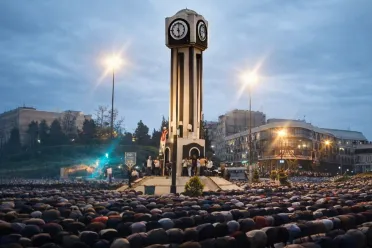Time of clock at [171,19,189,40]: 6:00
